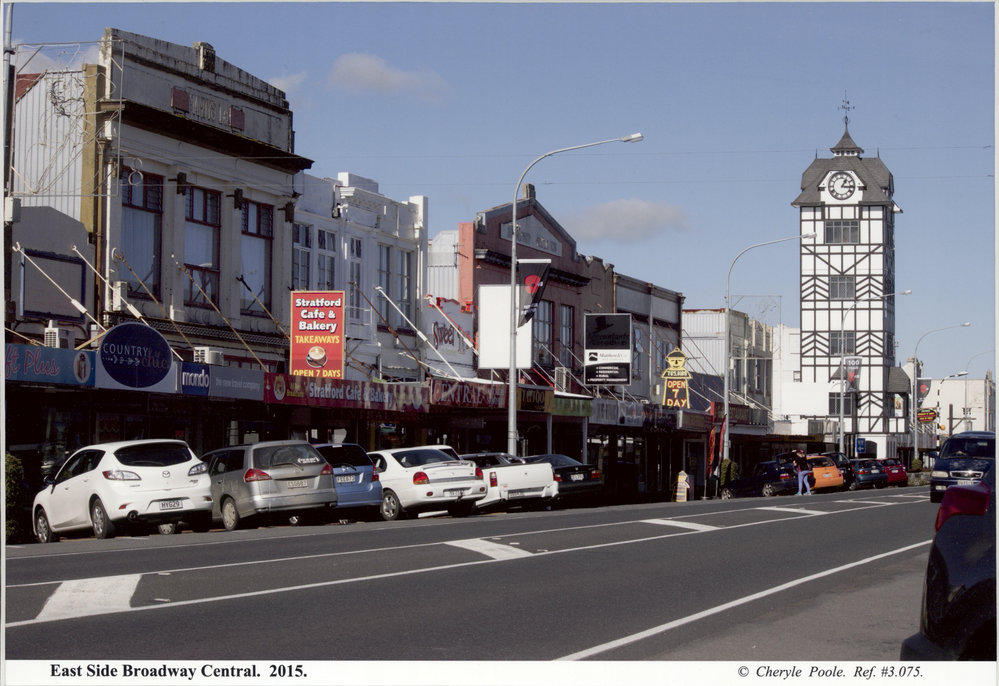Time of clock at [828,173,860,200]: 1:16
